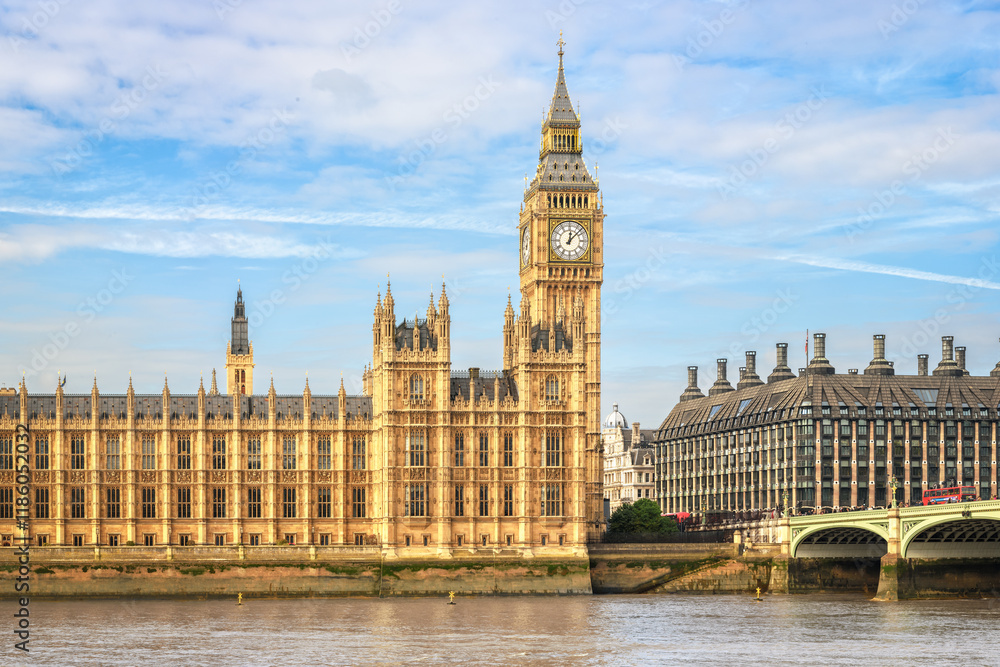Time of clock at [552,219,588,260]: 12:07
